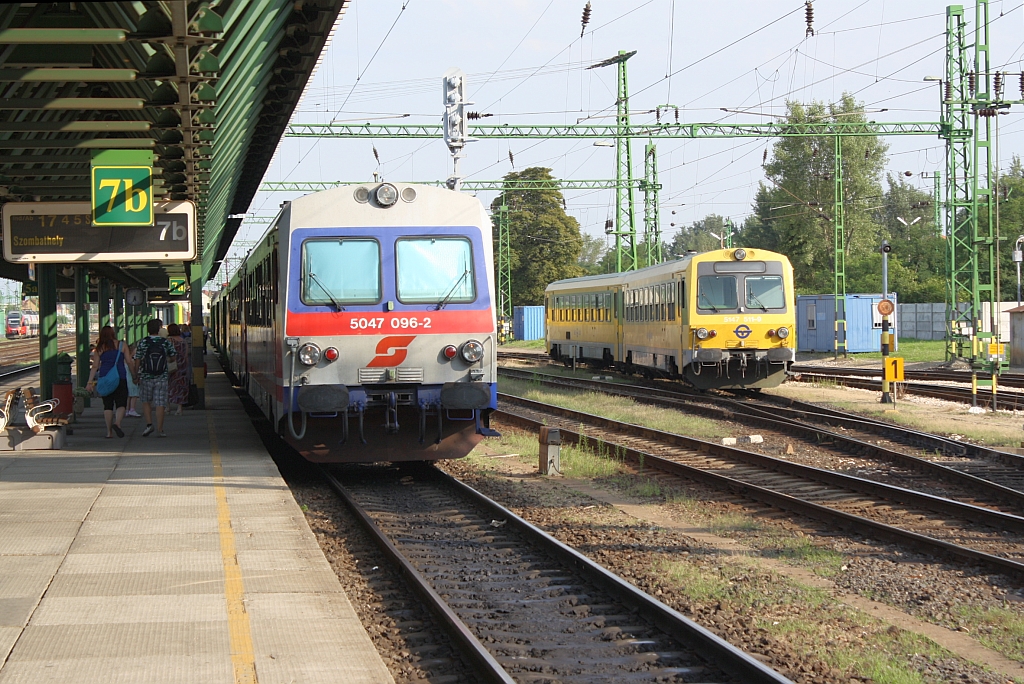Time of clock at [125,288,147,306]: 5:33
